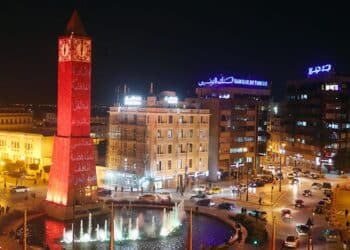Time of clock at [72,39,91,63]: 6:00
